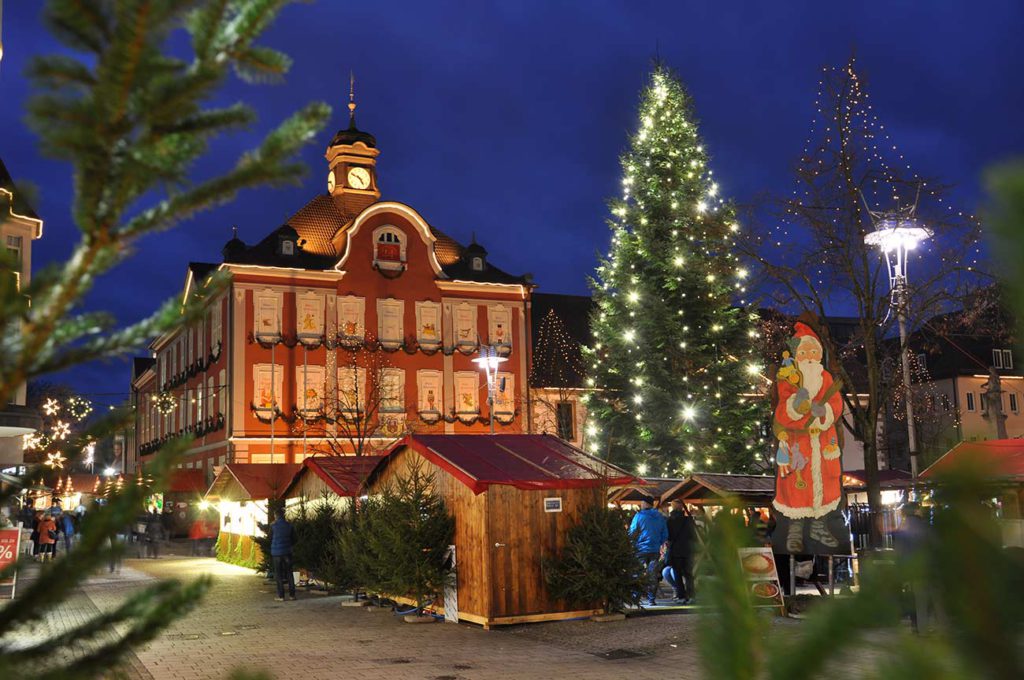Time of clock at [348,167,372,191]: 4:49
